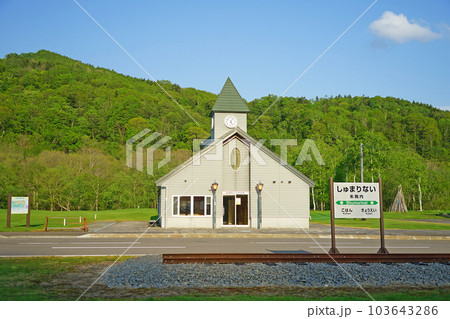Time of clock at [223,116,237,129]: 5:05
